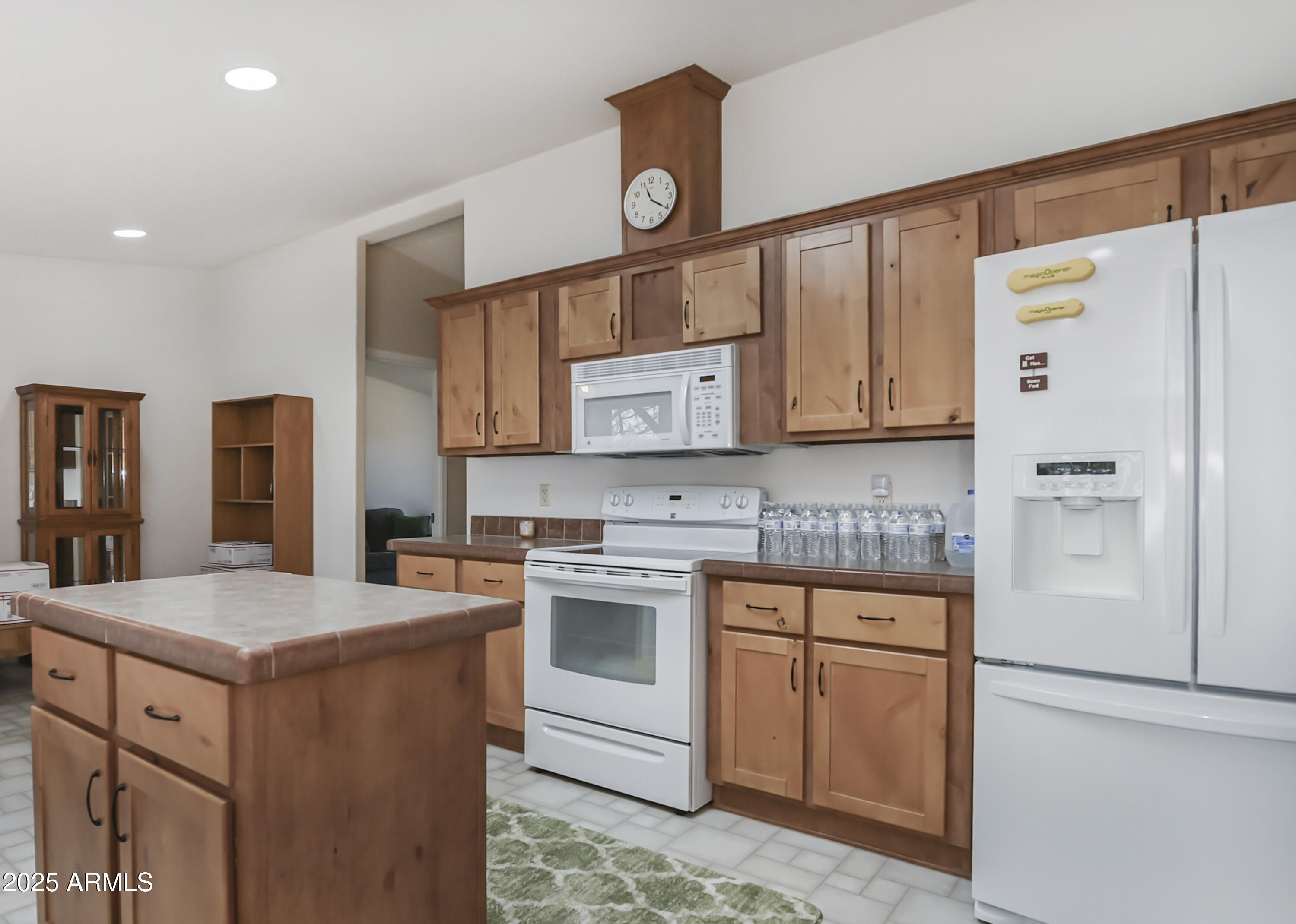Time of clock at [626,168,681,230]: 11:20
